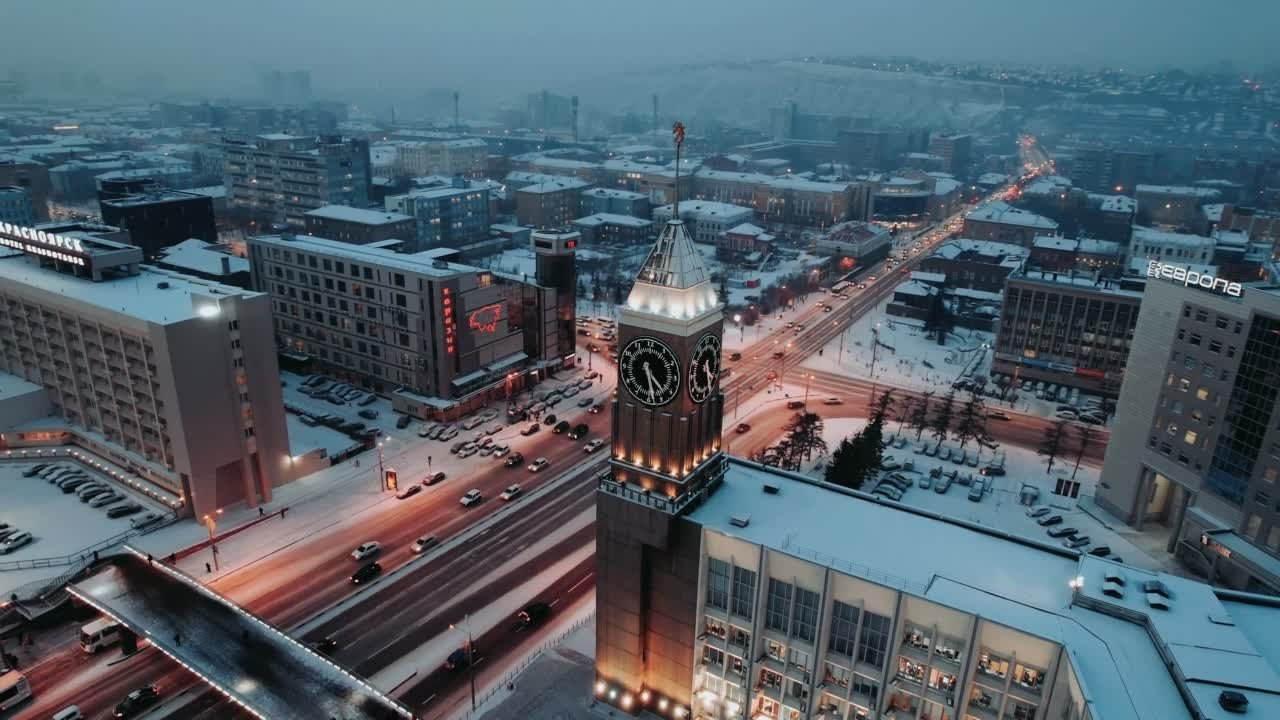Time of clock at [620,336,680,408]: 4:28
